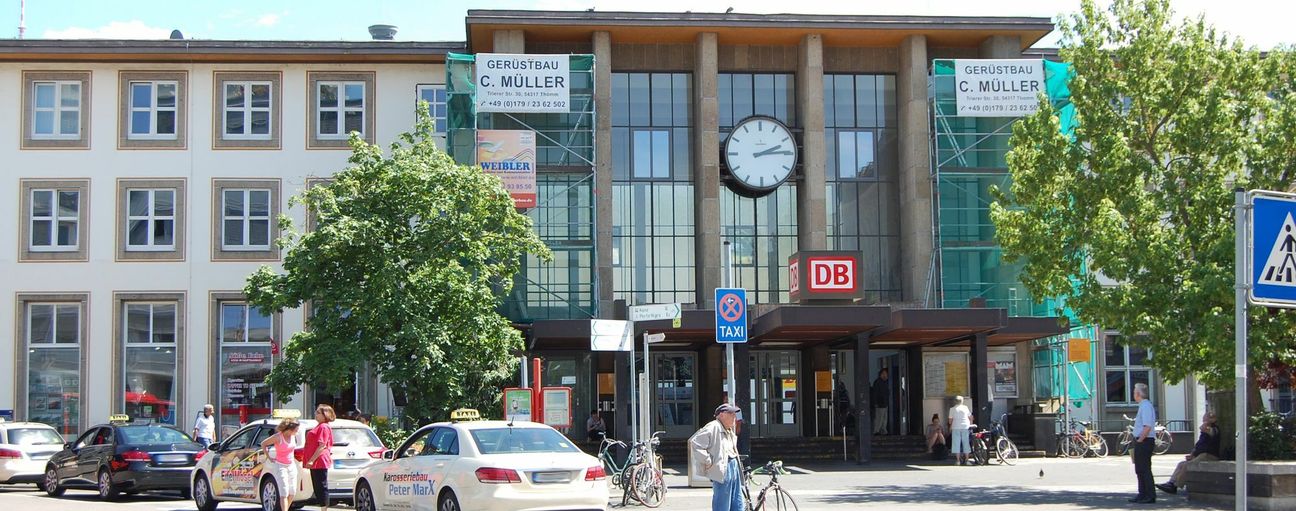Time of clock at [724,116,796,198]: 2:14
